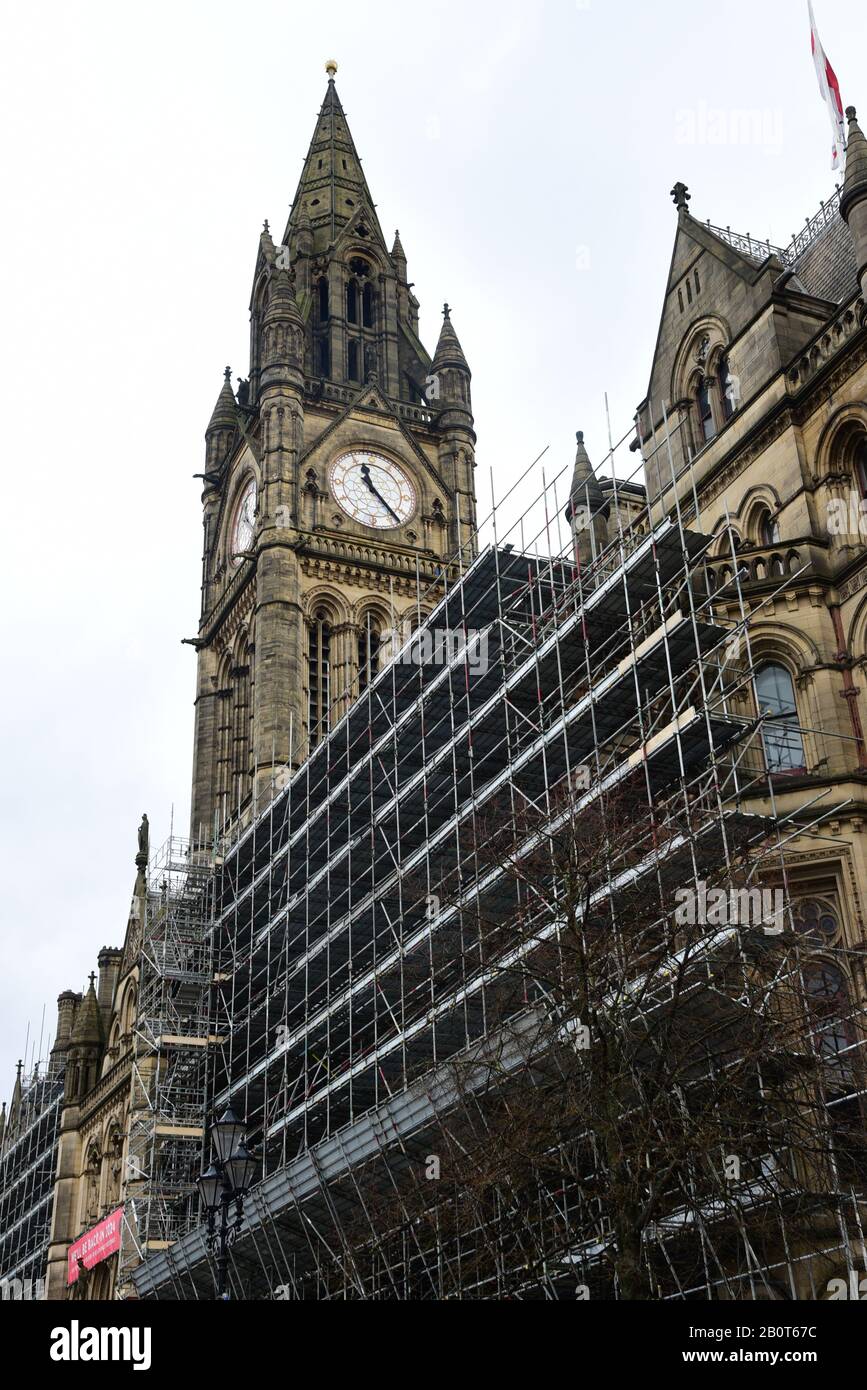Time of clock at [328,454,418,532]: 11:23
